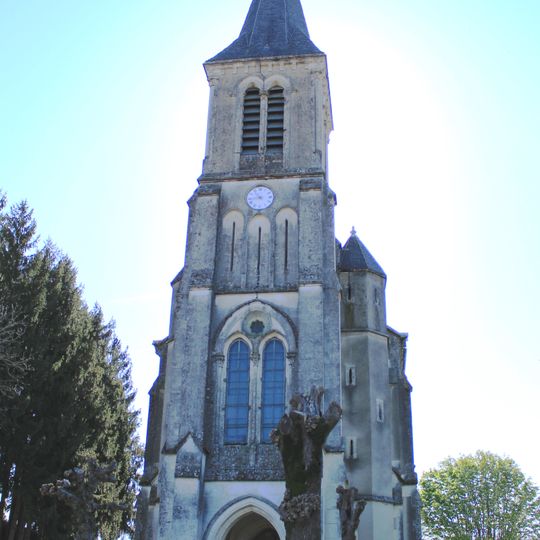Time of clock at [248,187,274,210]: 10:43
